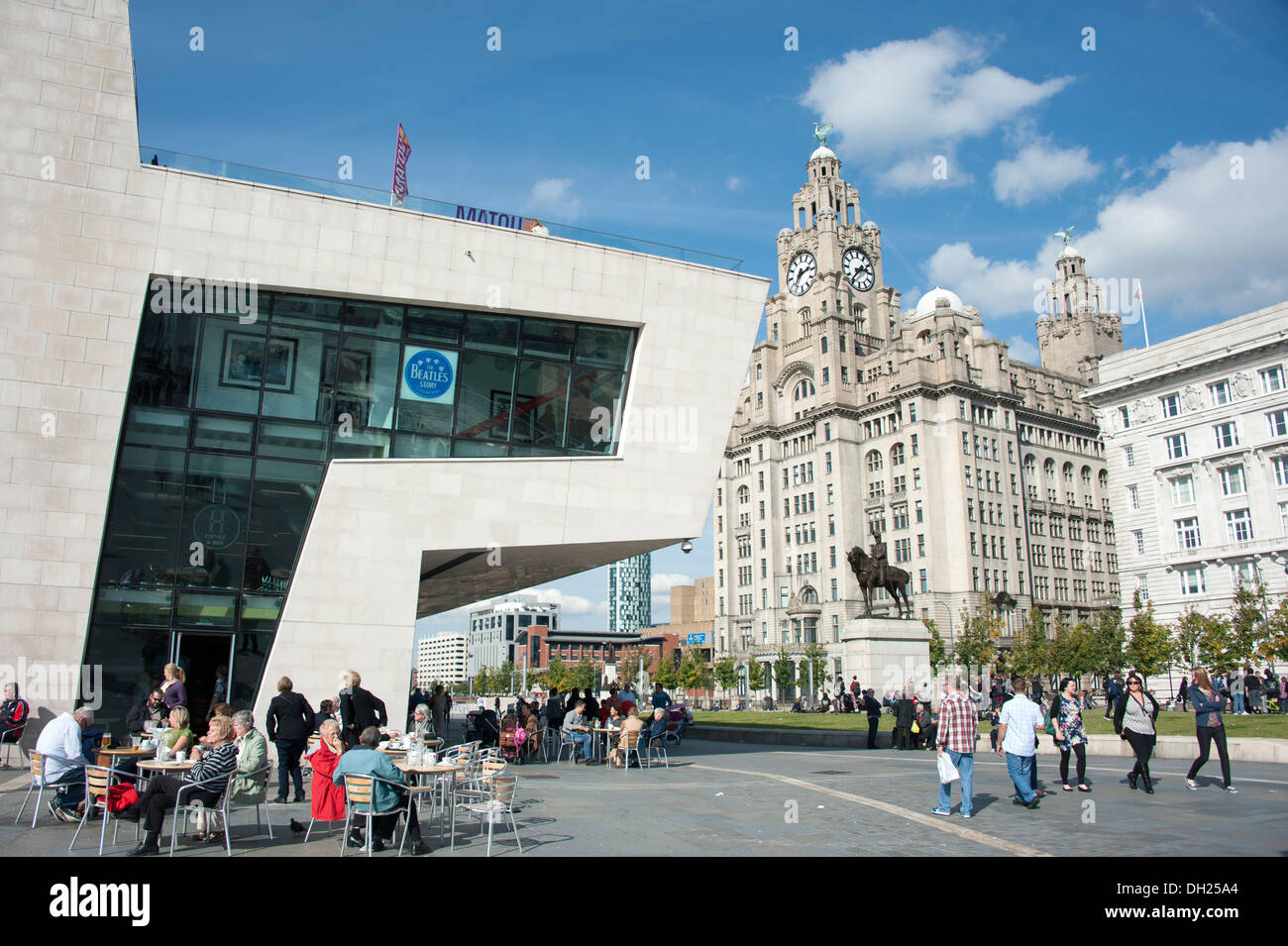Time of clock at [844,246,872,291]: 2:36
